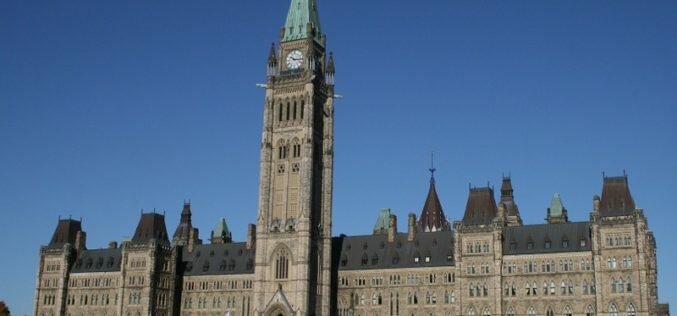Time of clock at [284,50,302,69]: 10:15
